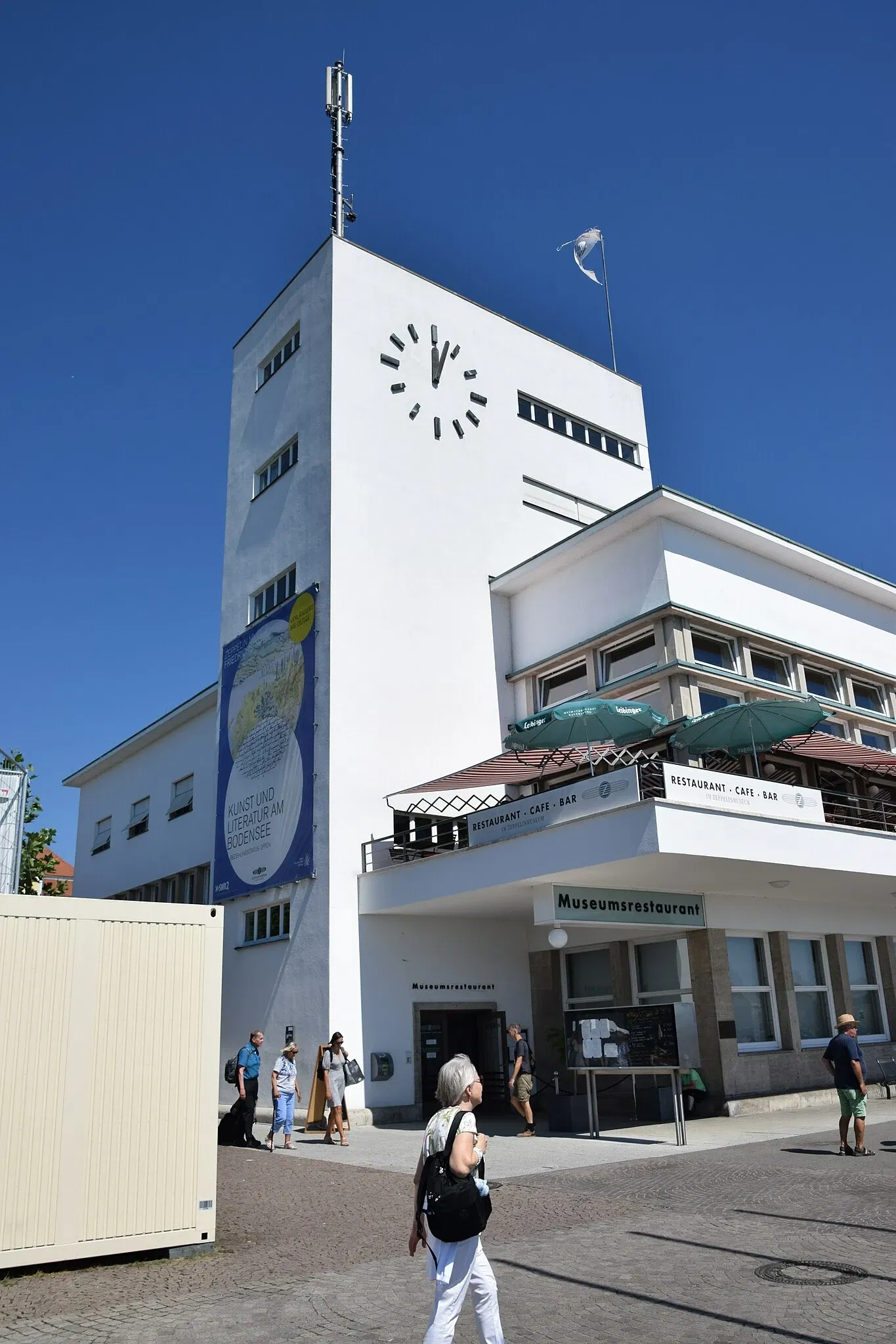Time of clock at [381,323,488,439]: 12:03
